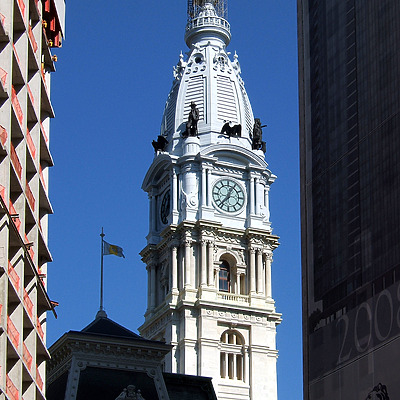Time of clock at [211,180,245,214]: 12:36
